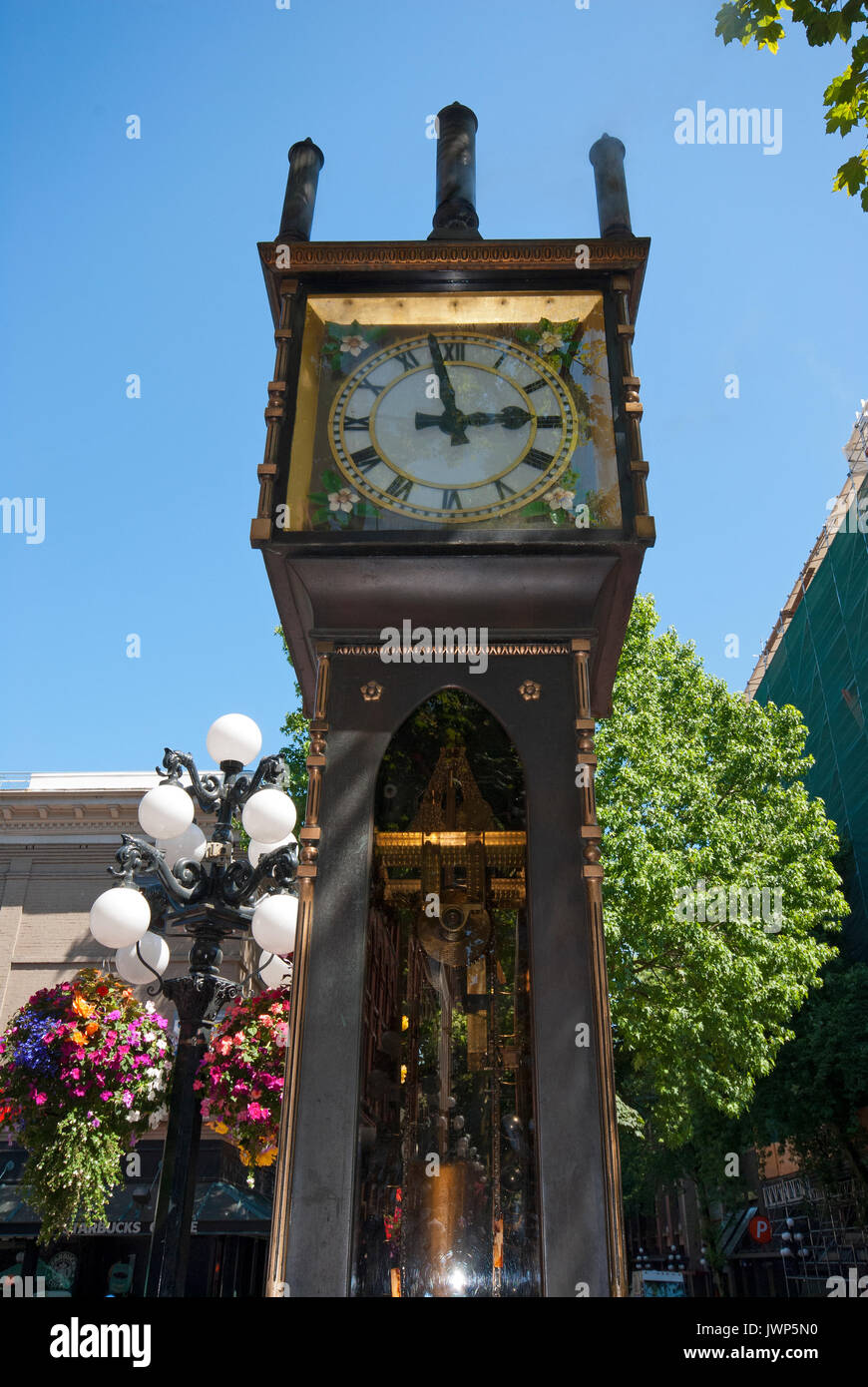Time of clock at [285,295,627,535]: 2:58
